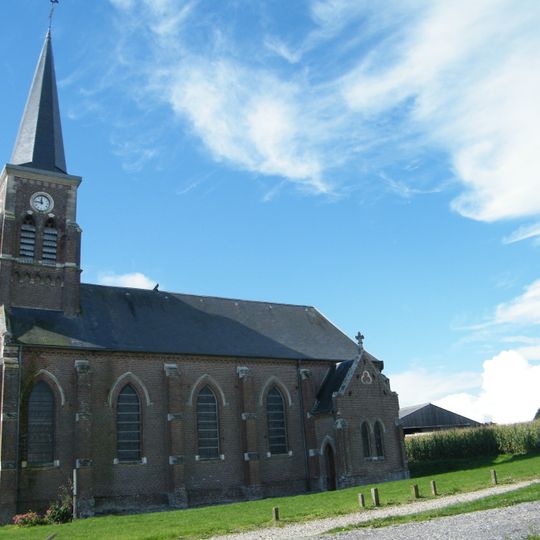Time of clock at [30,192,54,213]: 11:46
